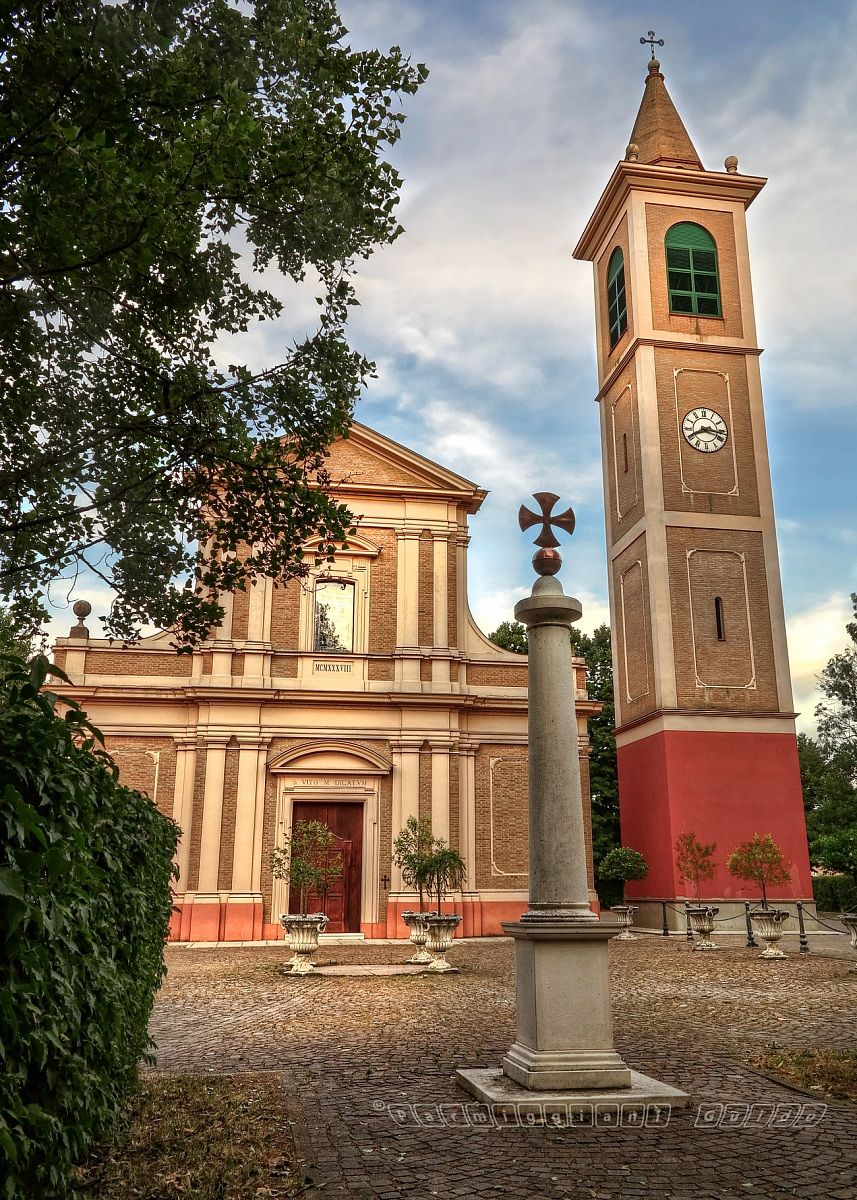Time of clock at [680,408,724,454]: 8:16
